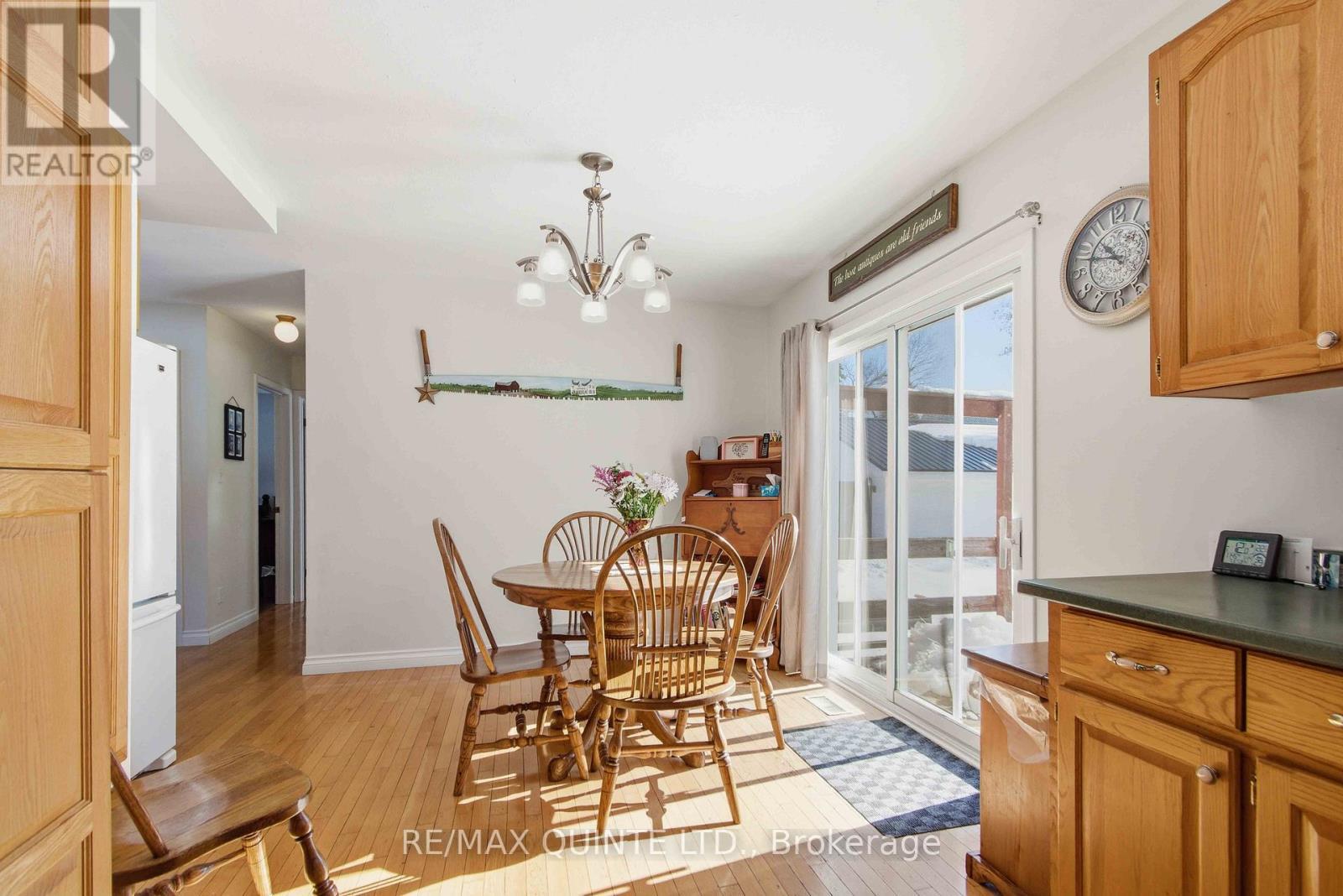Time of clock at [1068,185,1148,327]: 10:47
